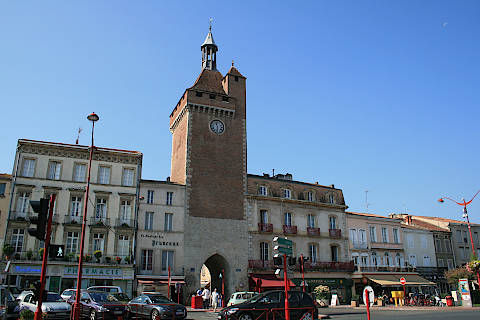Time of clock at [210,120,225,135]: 11:32
